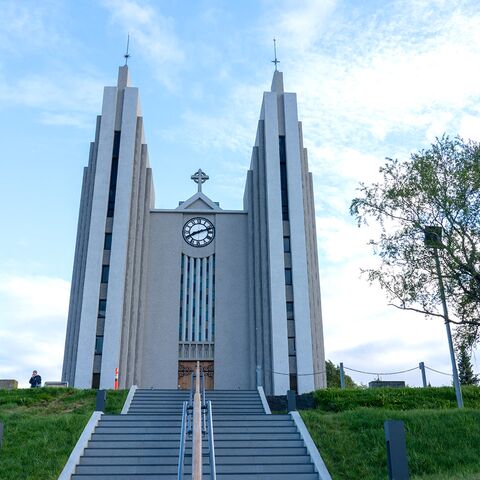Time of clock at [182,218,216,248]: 8:11
